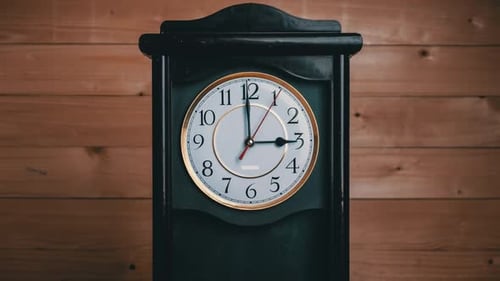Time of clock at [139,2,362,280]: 2:59
